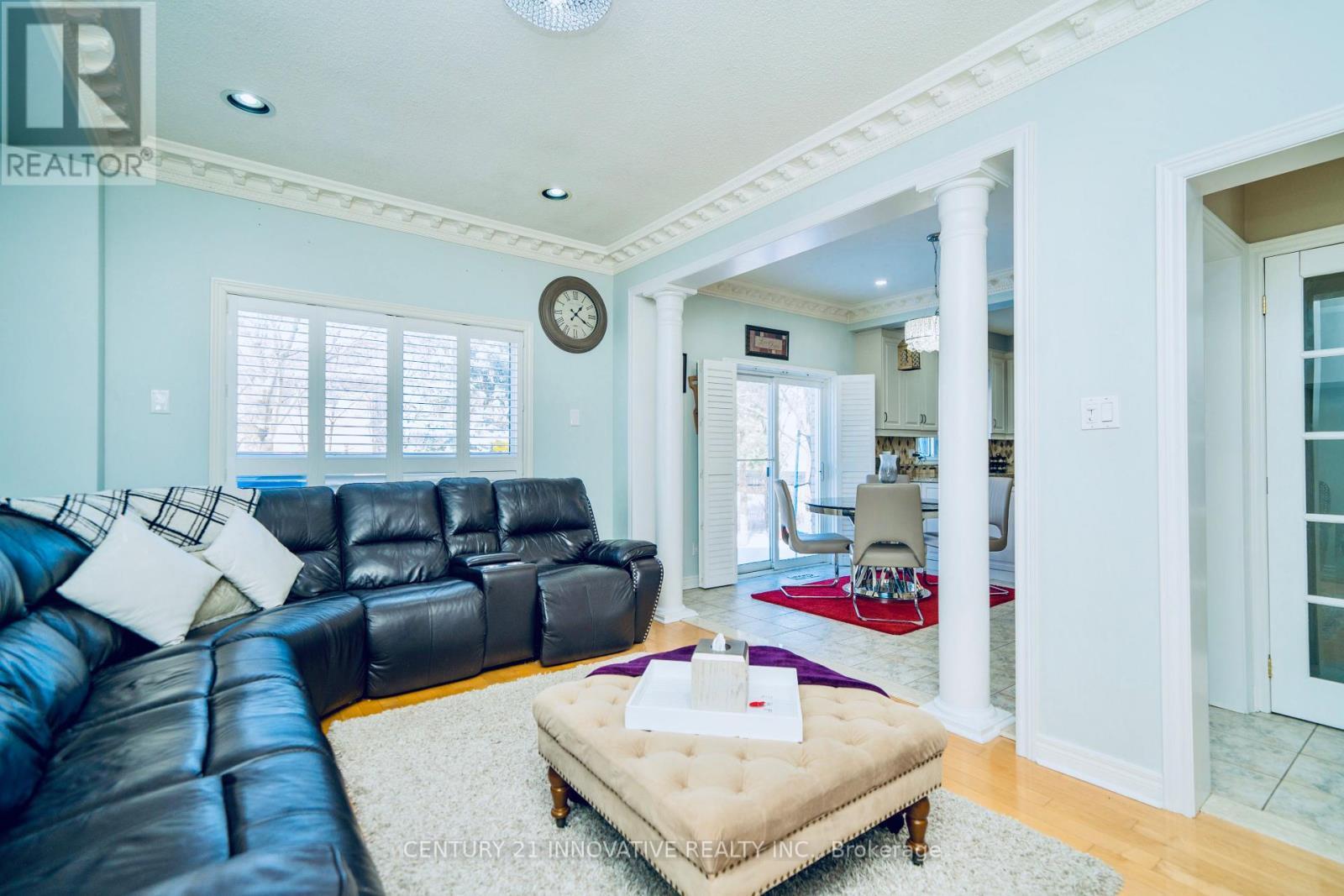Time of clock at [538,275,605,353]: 1:20
